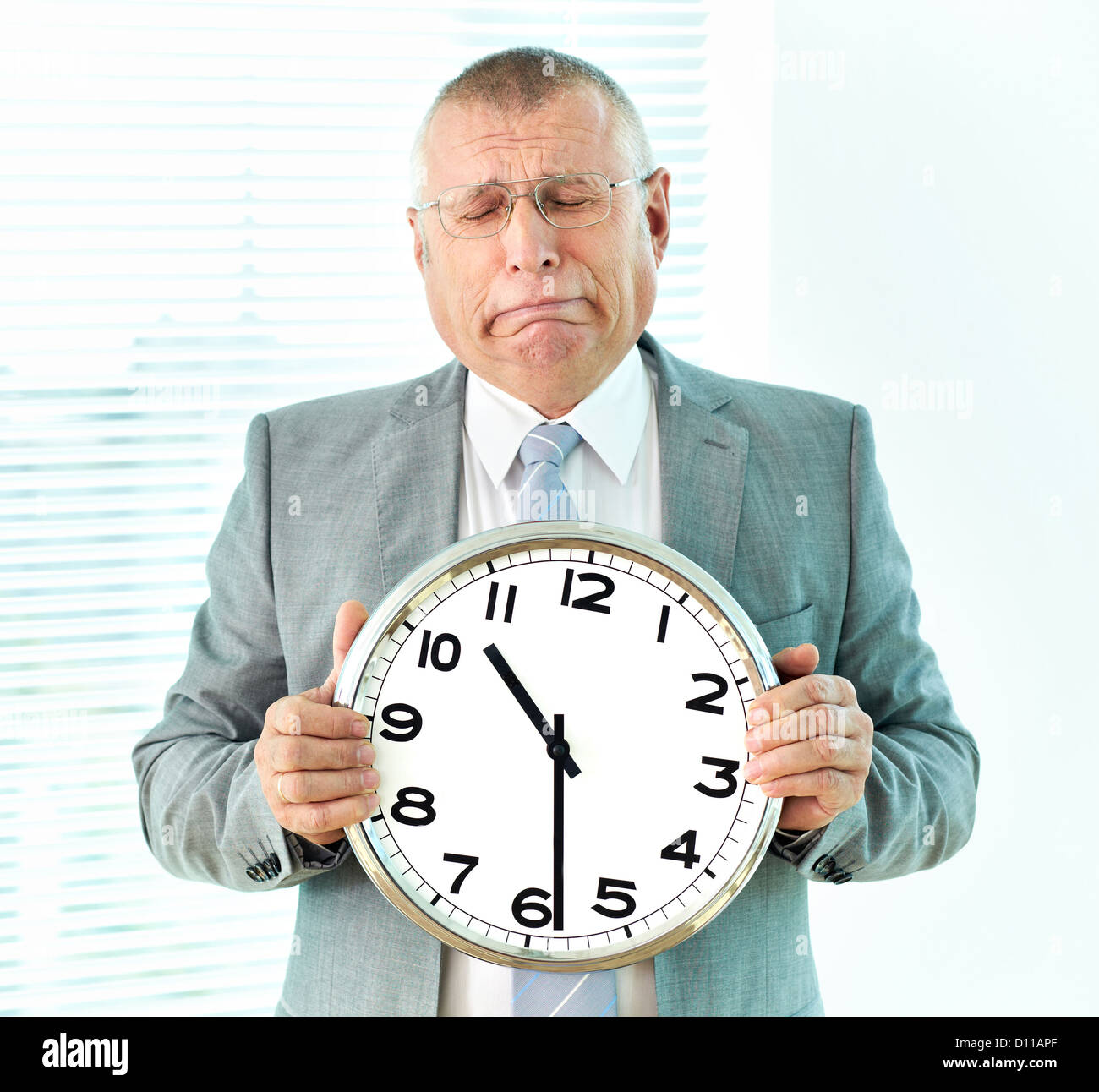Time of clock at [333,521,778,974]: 10:28
